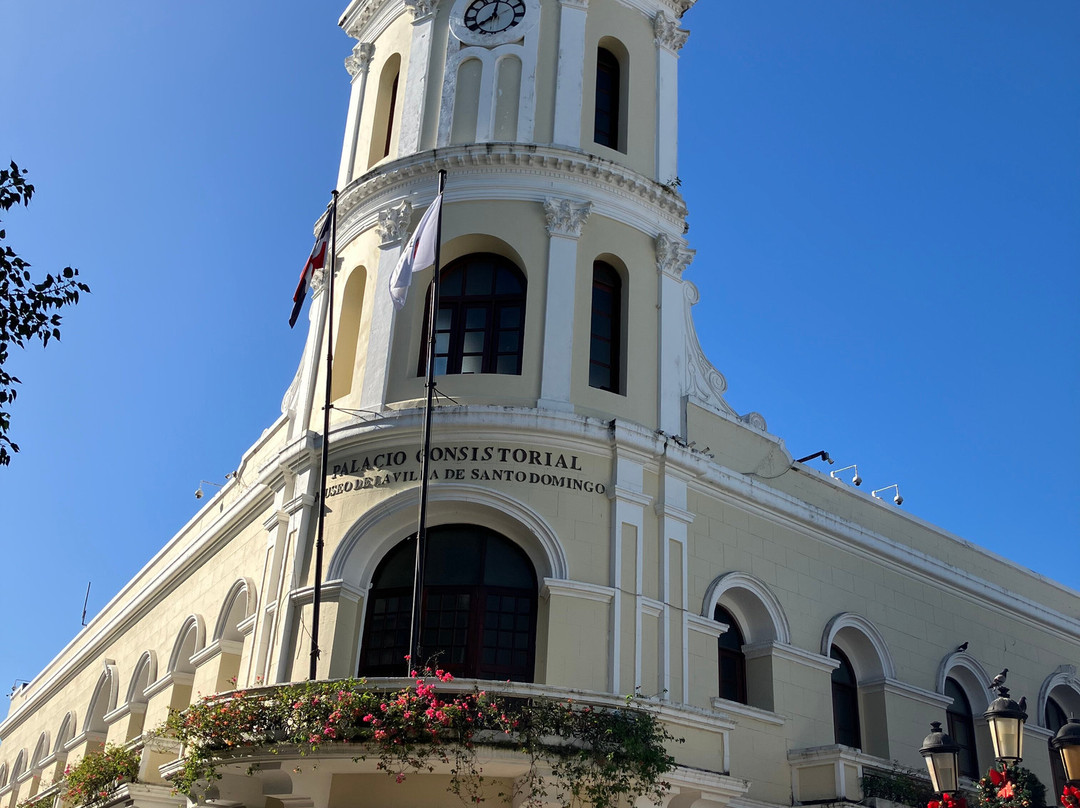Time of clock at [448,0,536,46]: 8:01
